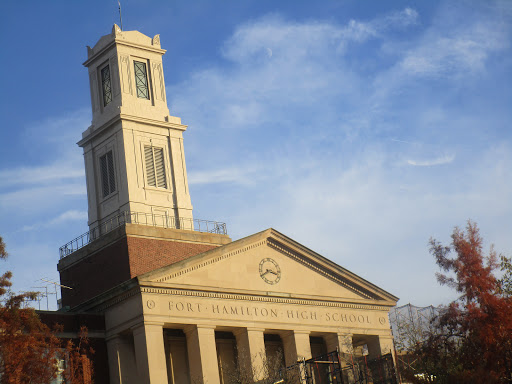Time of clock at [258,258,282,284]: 3:40
